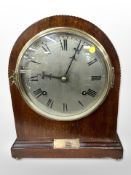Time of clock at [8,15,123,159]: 9:04
